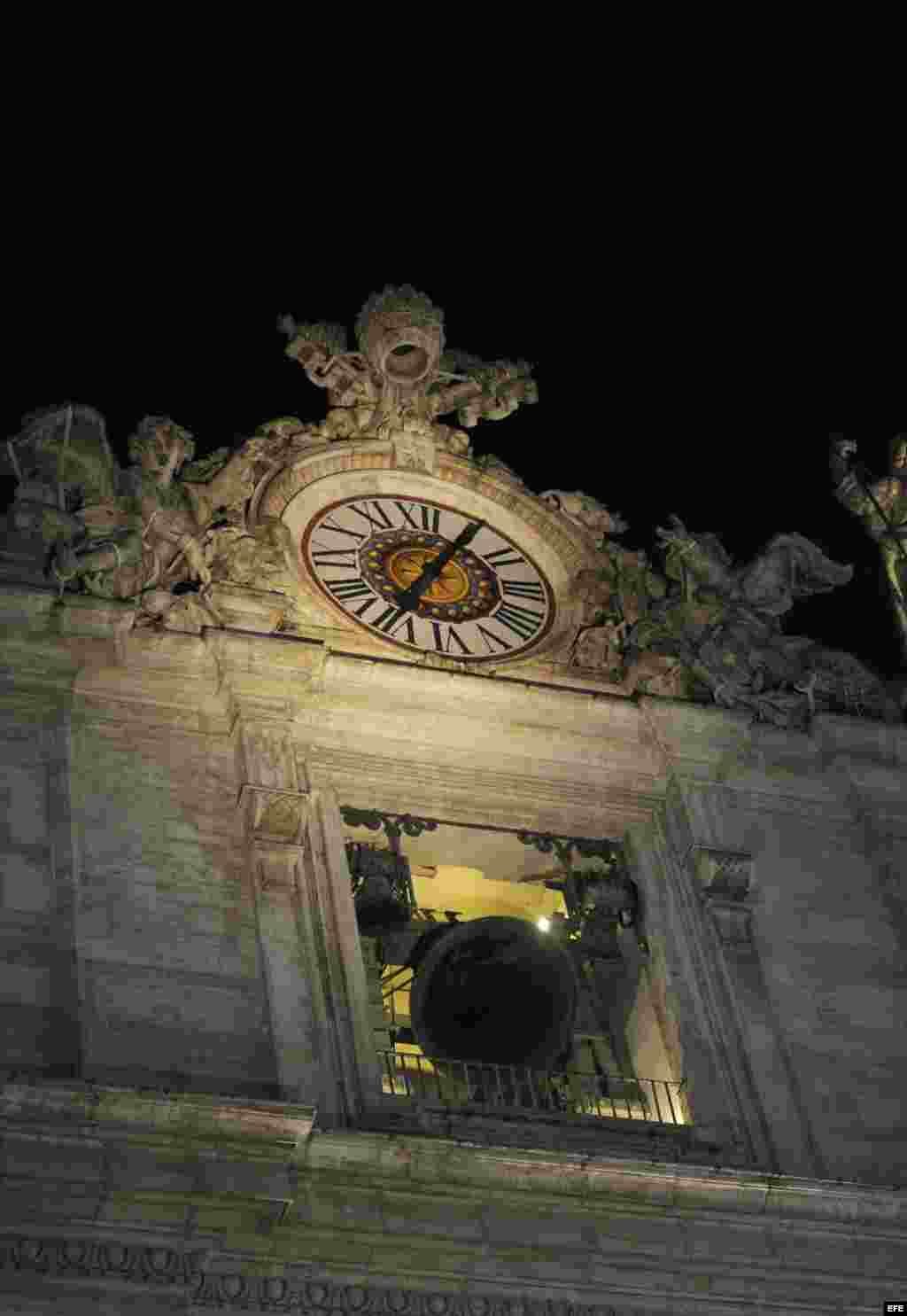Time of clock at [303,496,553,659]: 7:05
